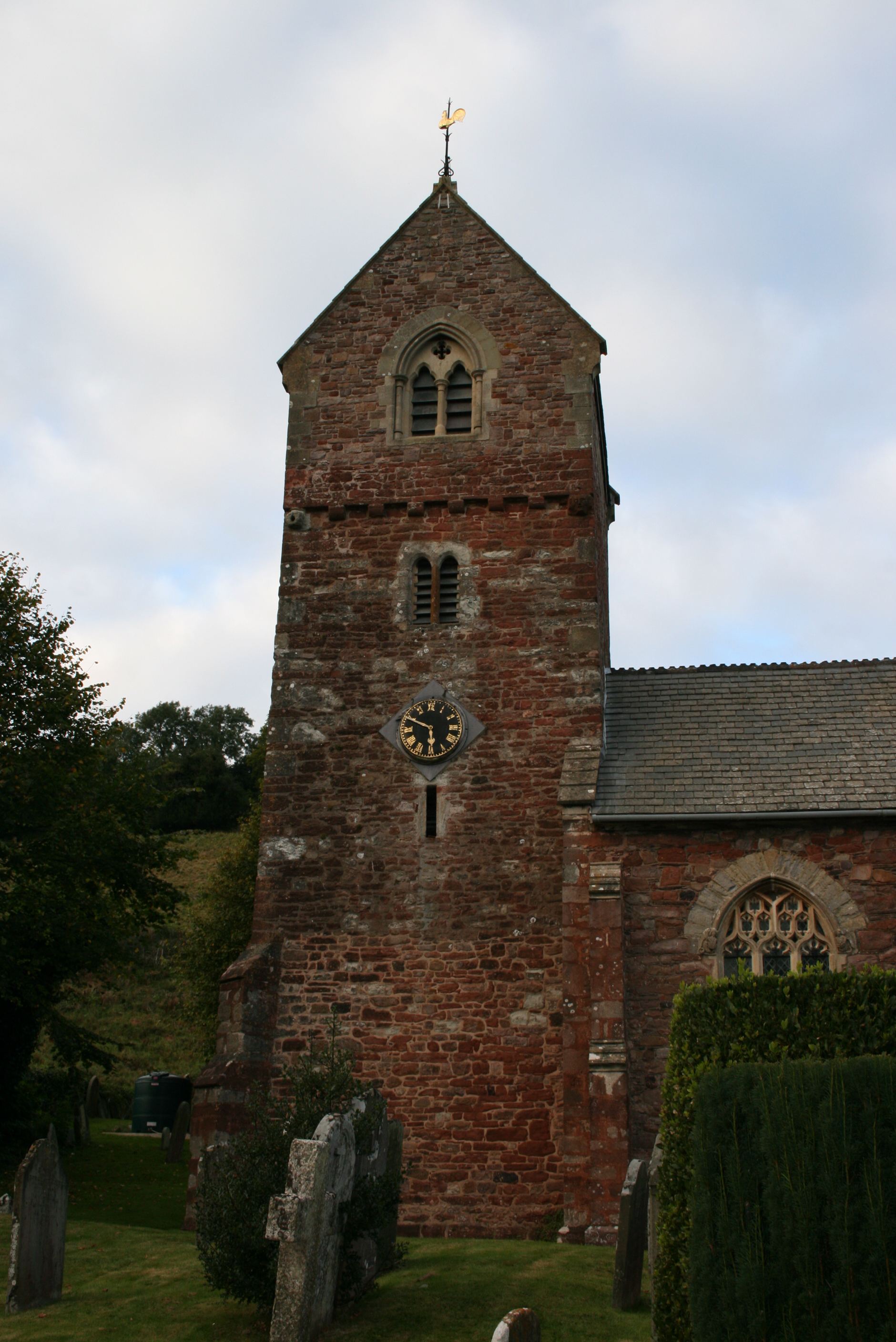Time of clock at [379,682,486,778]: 5:49
